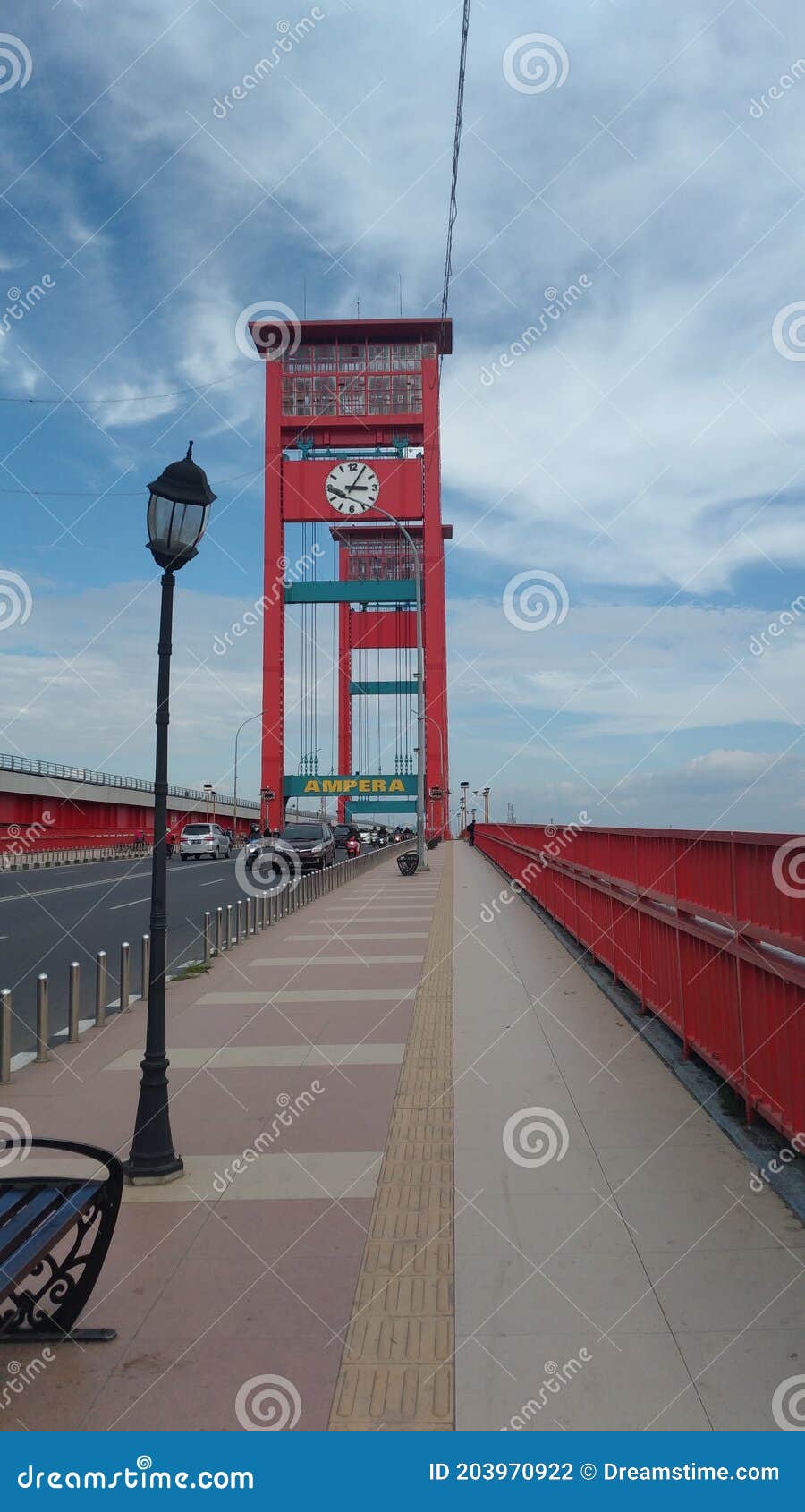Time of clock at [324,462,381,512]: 3:05
